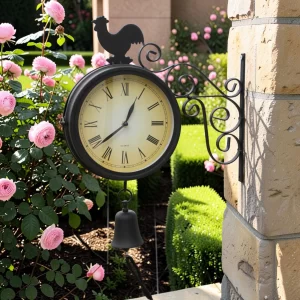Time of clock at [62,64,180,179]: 12:38
